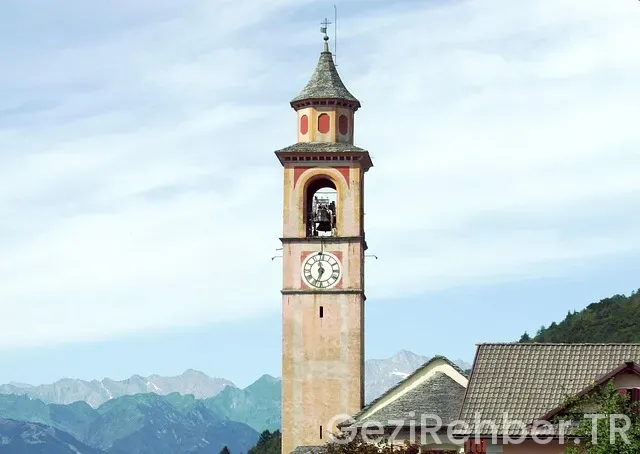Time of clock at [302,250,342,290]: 11:33
